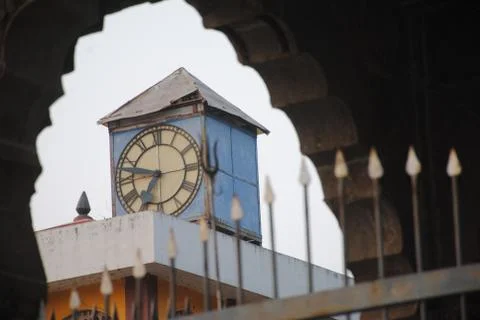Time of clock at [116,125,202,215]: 6:47
